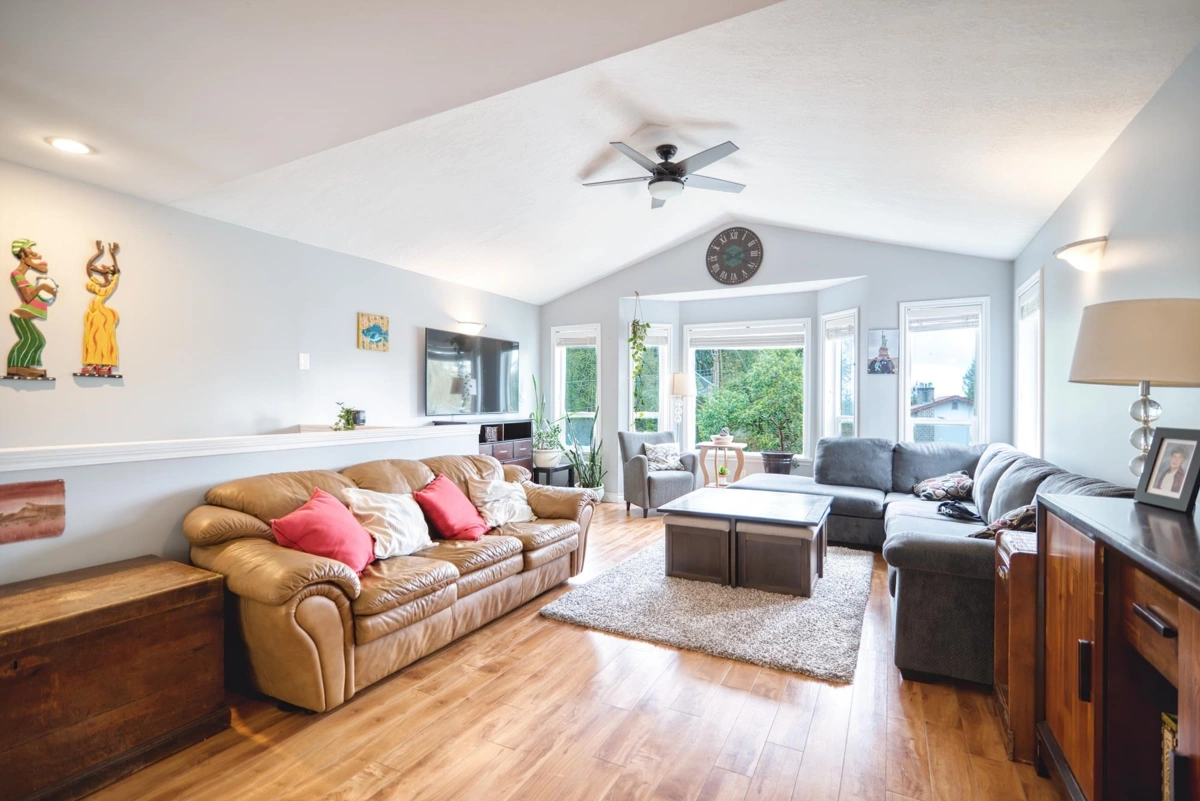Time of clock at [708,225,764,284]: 2:19
